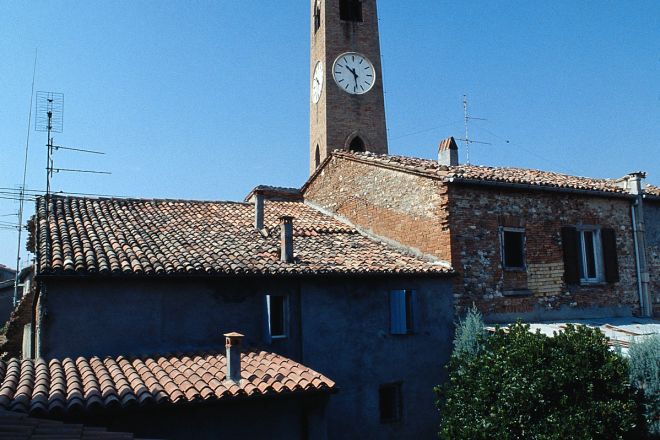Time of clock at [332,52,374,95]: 10:28
